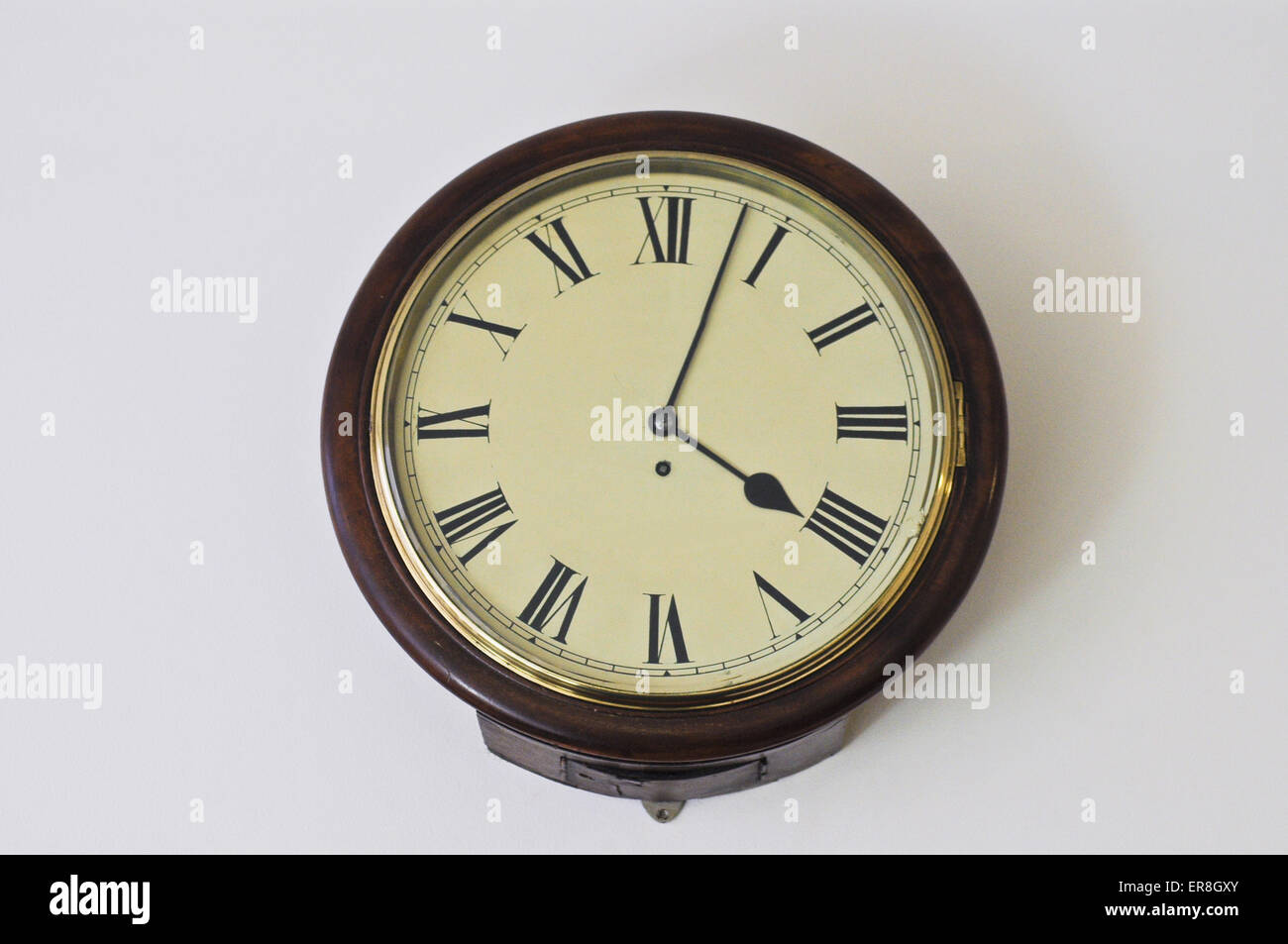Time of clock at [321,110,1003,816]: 4:03
